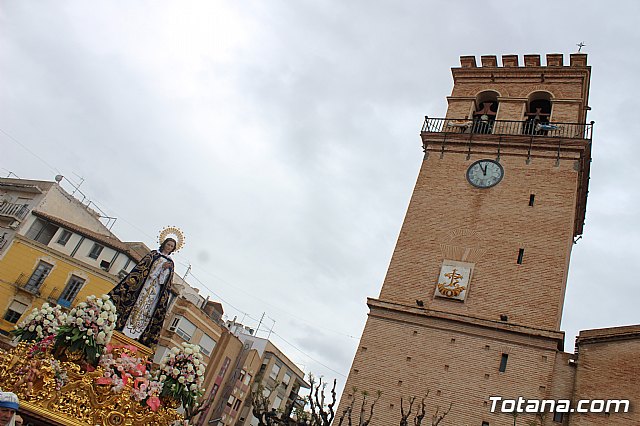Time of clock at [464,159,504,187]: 11:55
